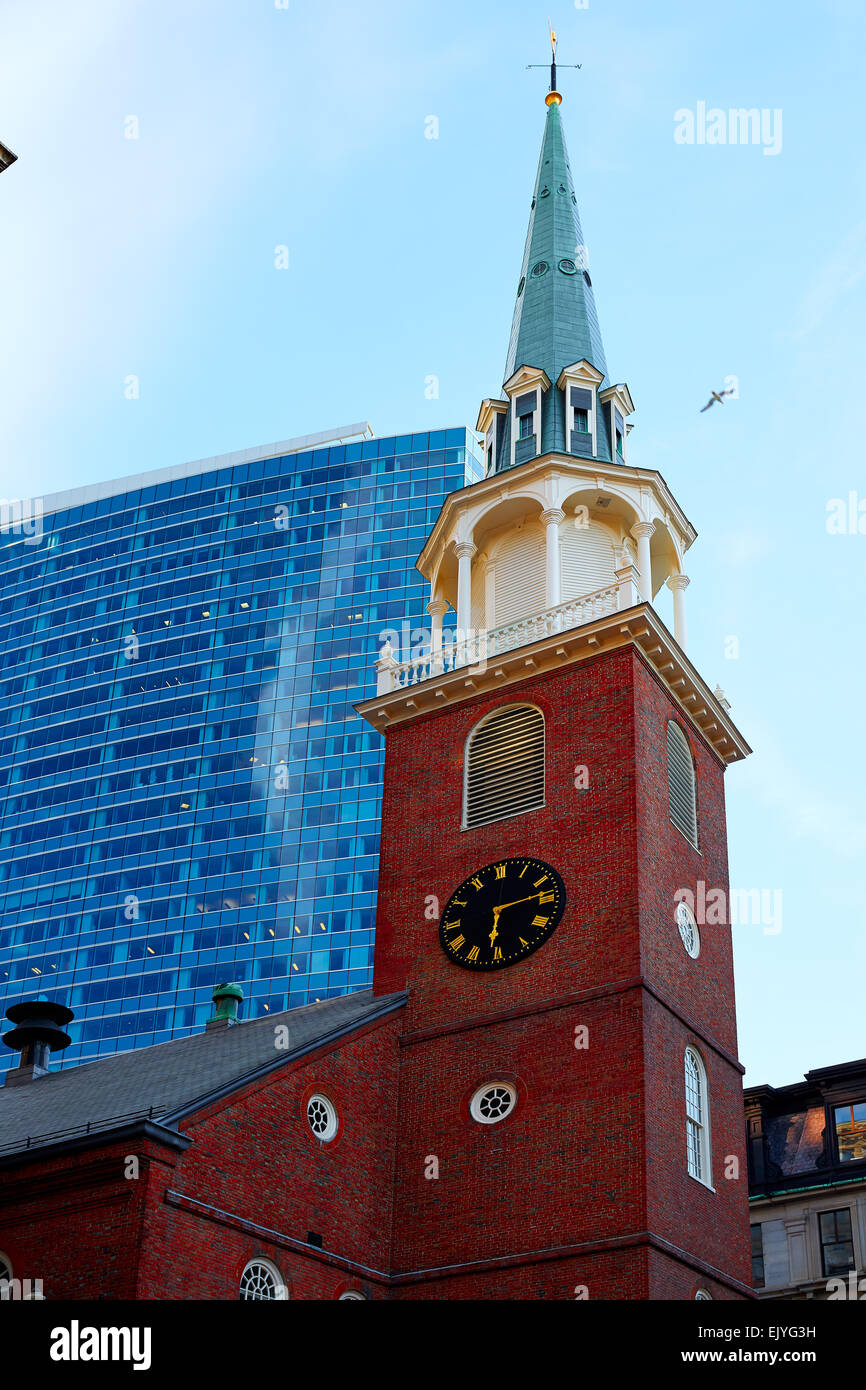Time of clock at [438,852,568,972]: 6:13
